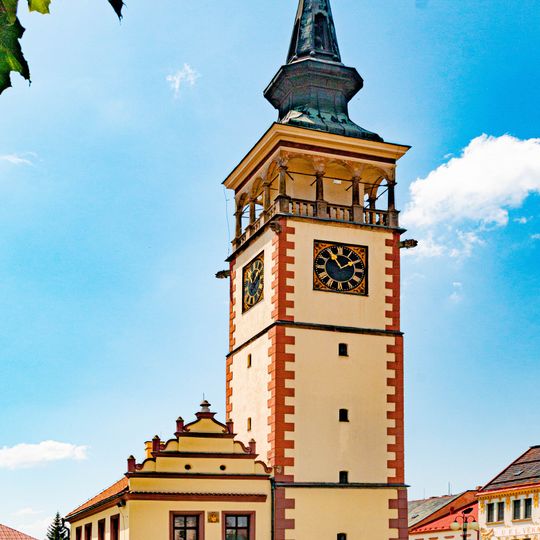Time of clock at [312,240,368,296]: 1:54
